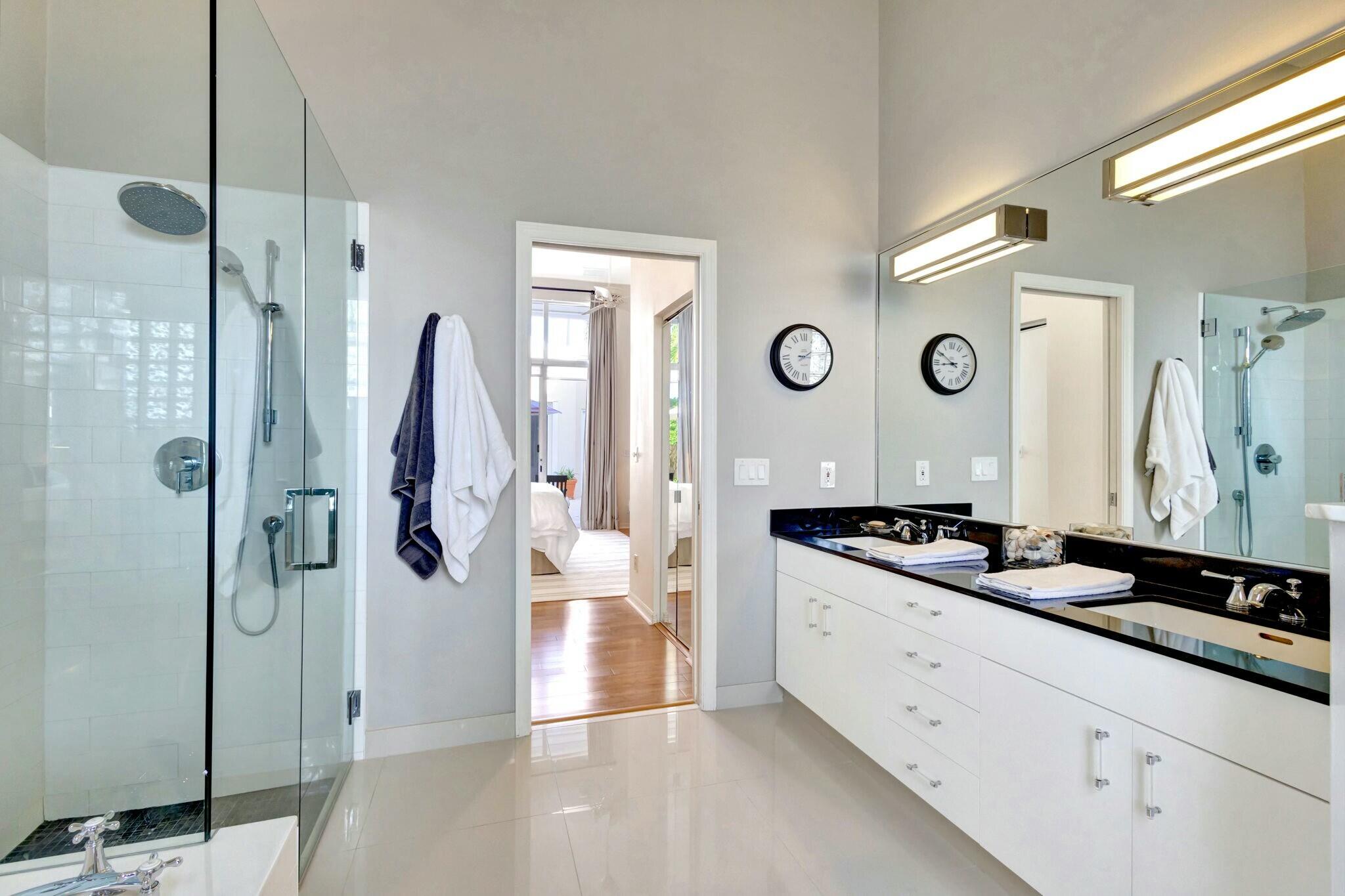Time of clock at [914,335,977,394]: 8:50
